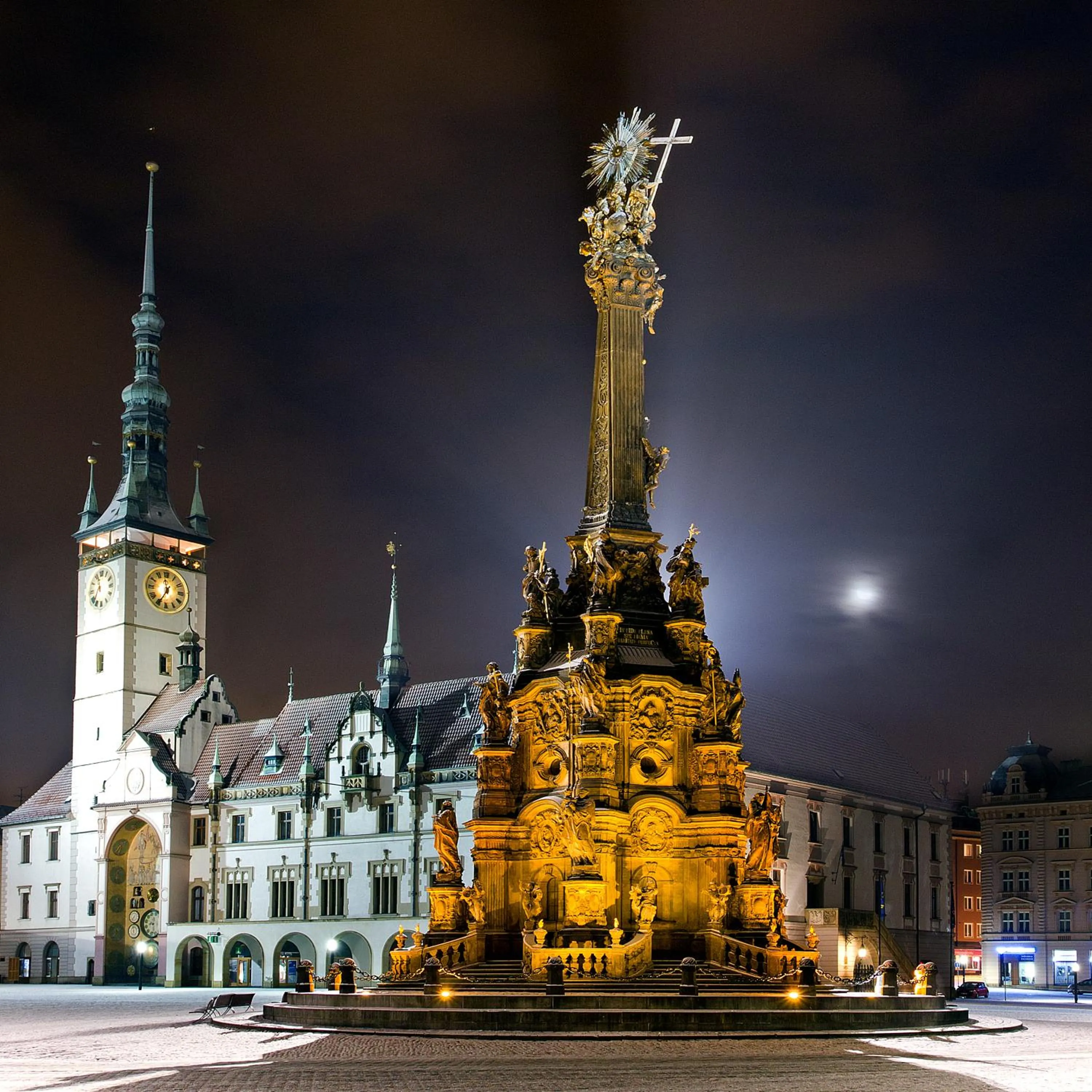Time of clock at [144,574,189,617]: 6:58
